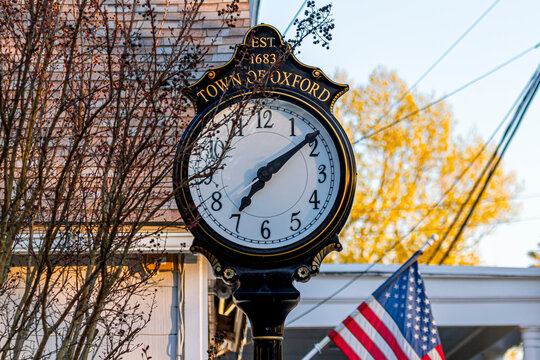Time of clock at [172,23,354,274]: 7:09
